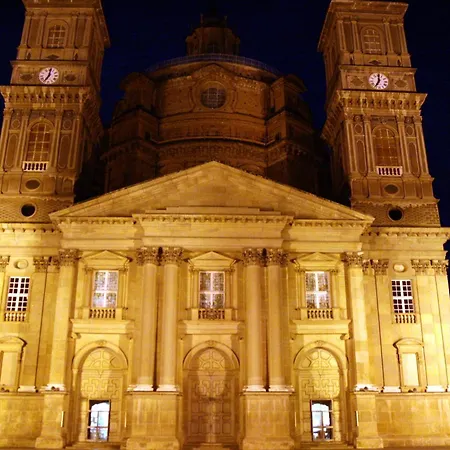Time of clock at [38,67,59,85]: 7:01
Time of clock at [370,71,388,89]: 7:00
